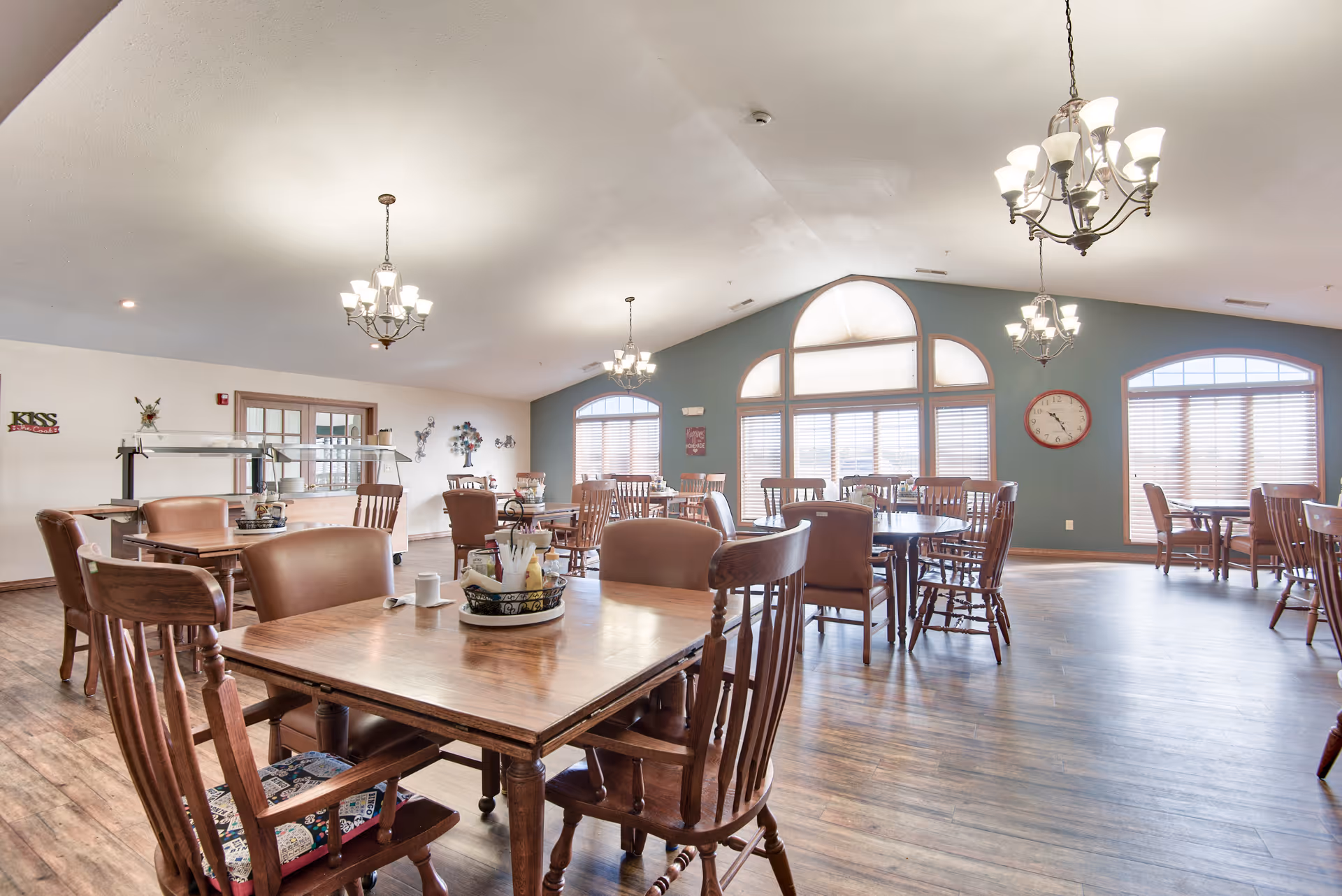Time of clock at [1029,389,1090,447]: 10:25
